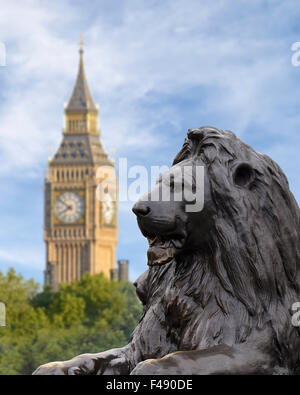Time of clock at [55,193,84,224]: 7:51
